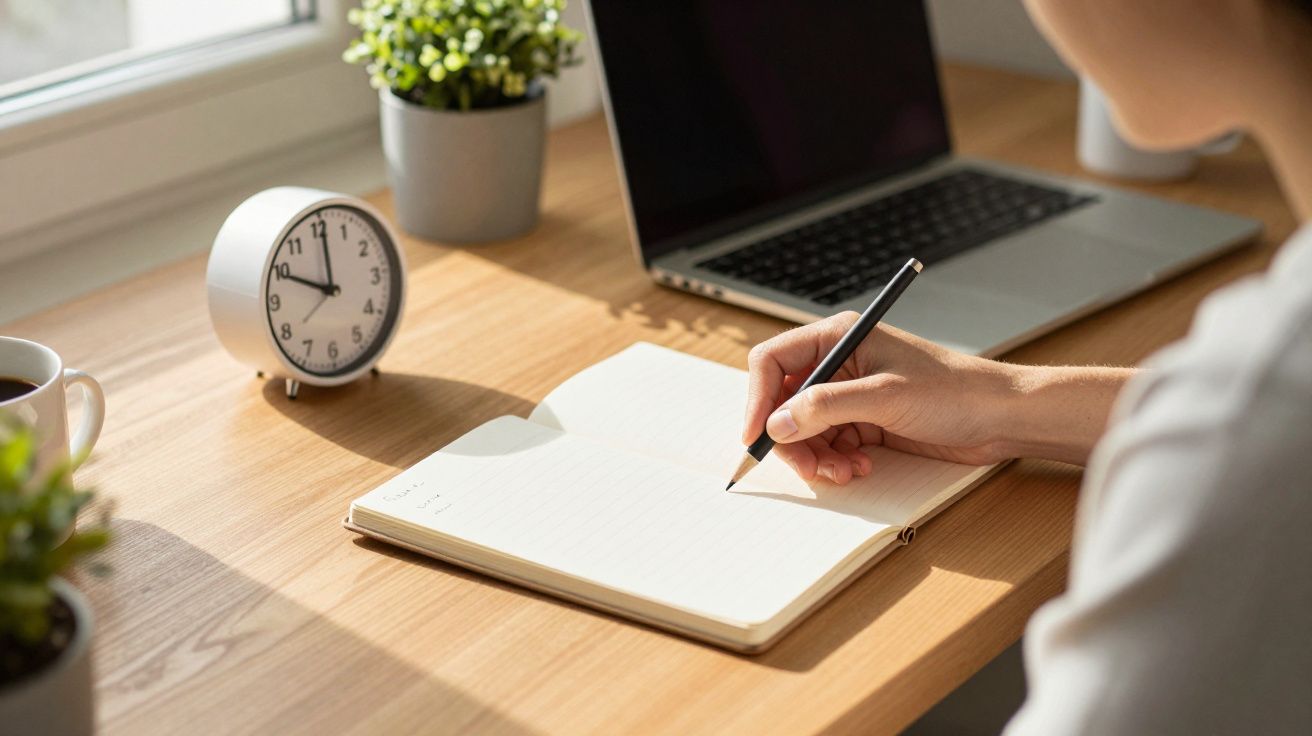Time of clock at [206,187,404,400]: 10:00
